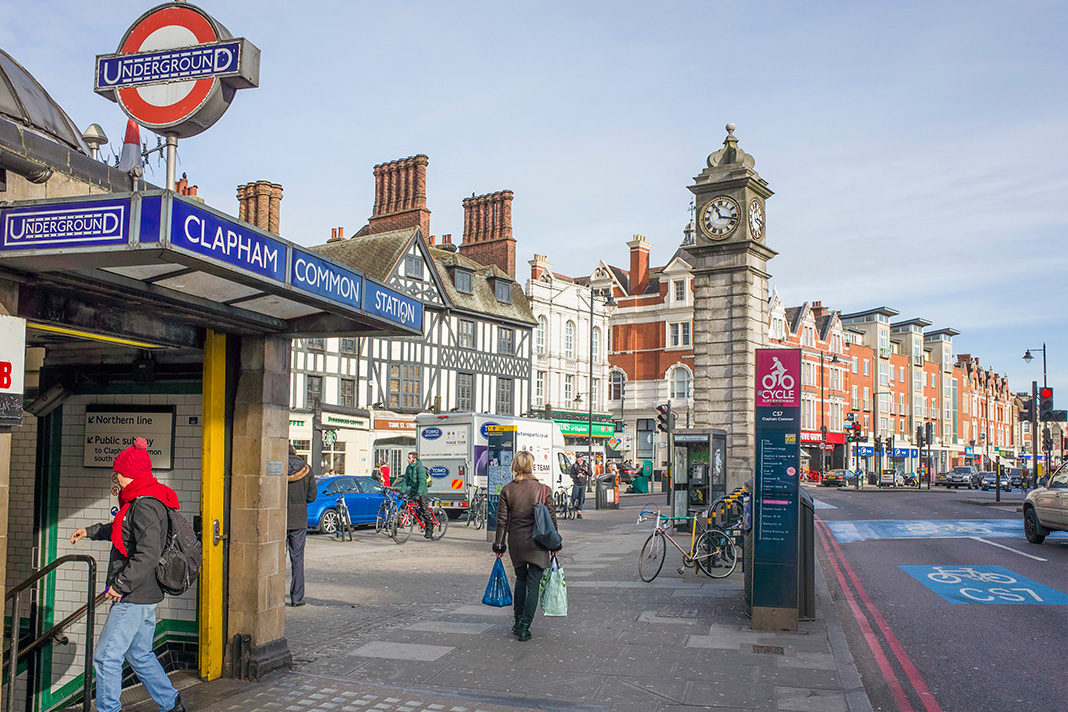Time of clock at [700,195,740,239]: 11:17
